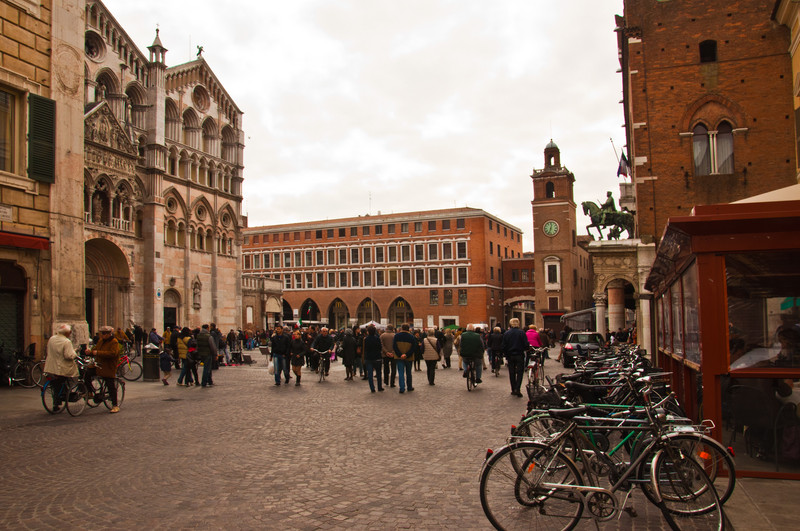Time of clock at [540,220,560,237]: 12:33
